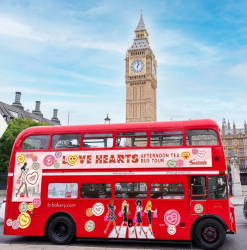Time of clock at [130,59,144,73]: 1:02
